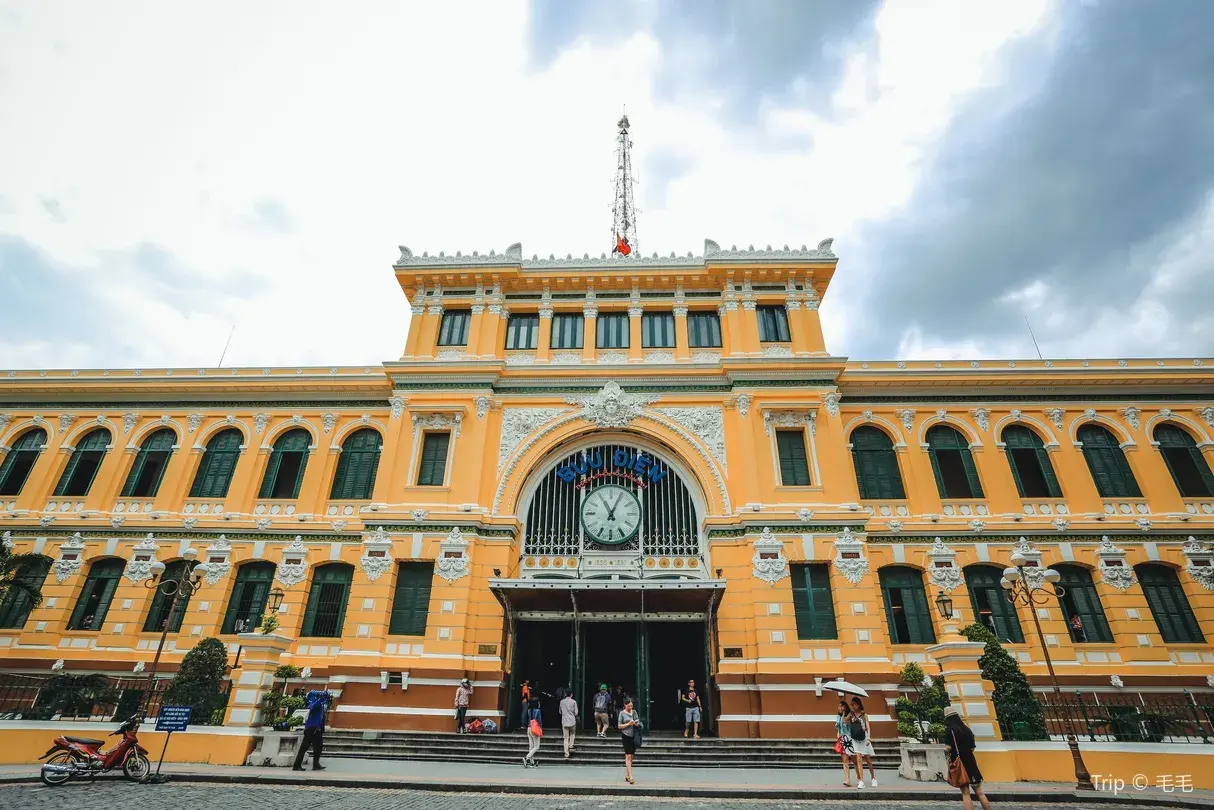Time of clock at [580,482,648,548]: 11:04
